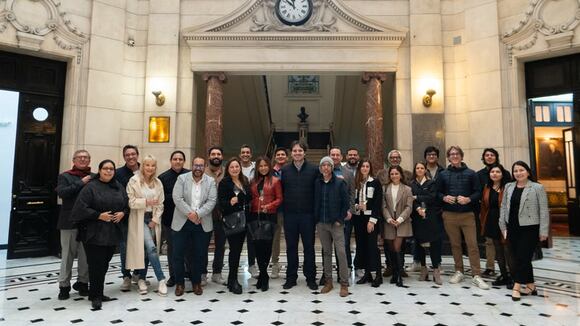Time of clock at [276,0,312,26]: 11:52
